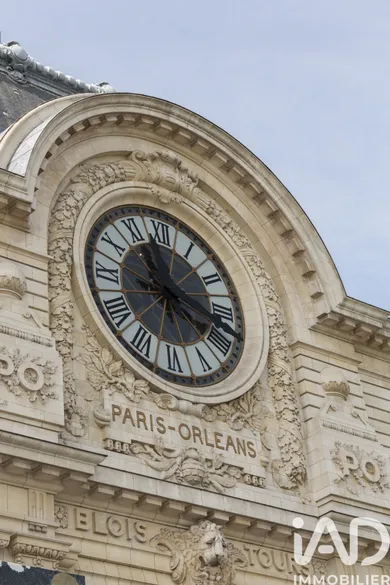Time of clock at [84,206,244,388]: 11:17
